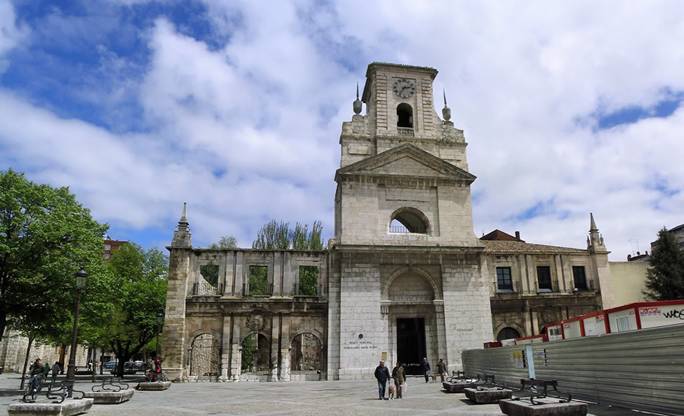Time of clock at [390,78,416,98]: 2:36
